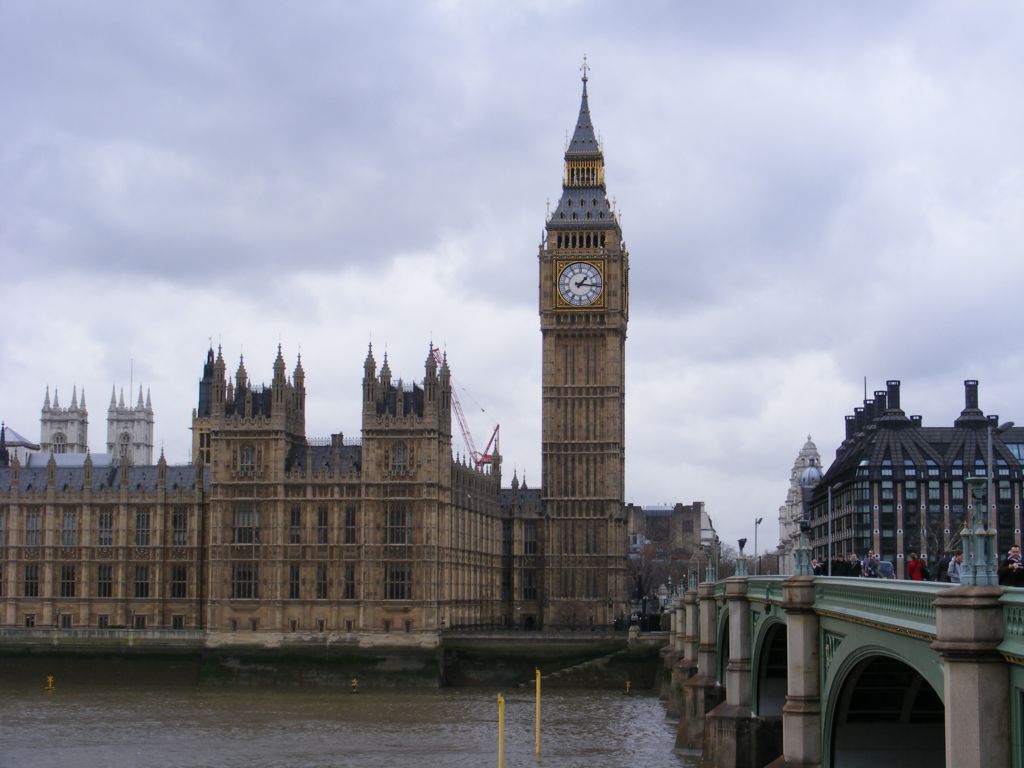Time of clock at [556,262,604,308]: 1:16
